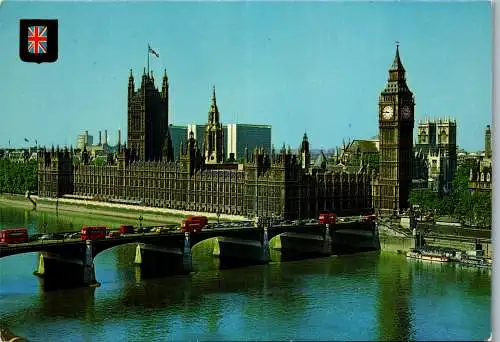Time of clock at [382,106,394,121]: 9:45
